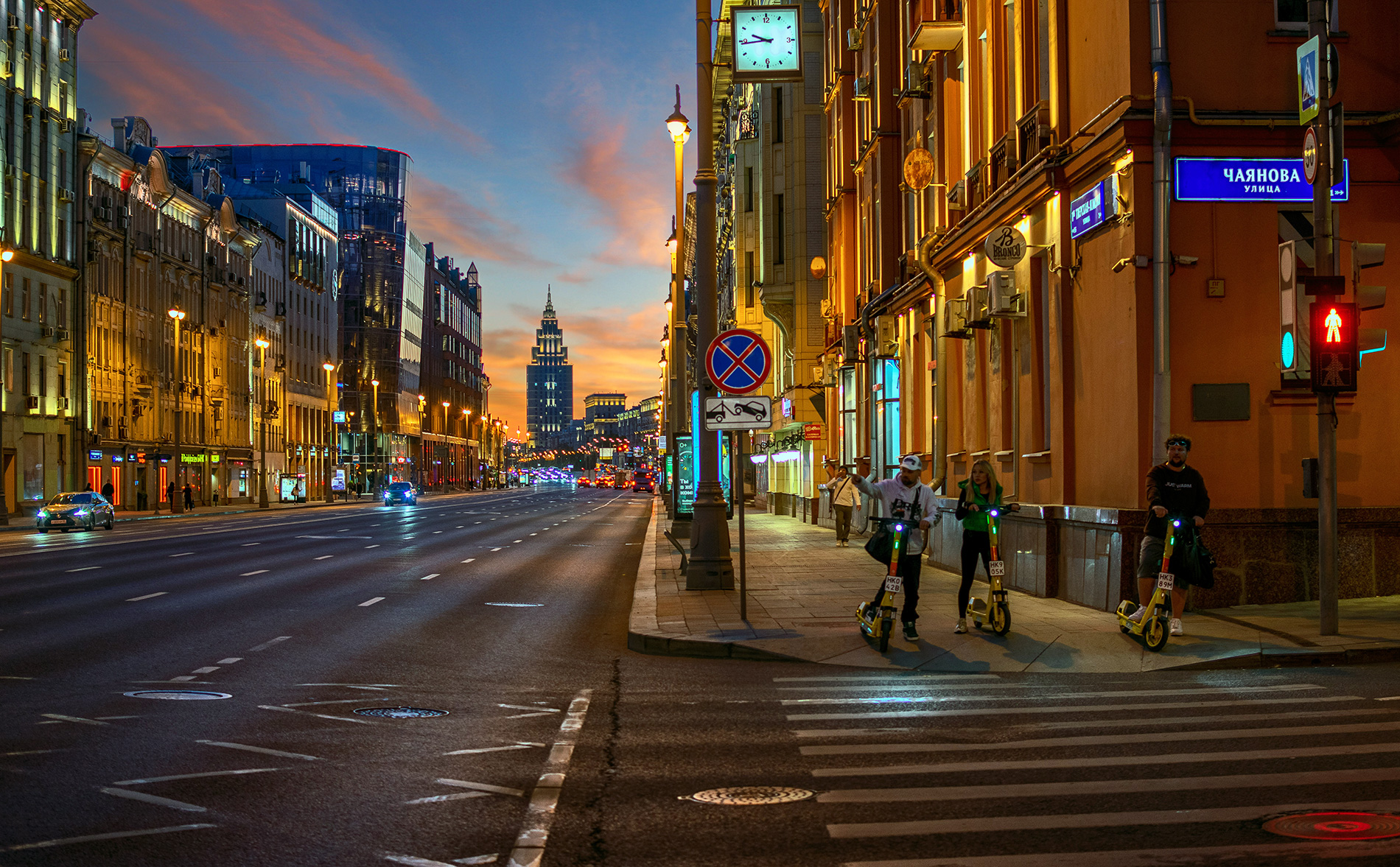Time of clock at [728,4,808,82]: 9:43
